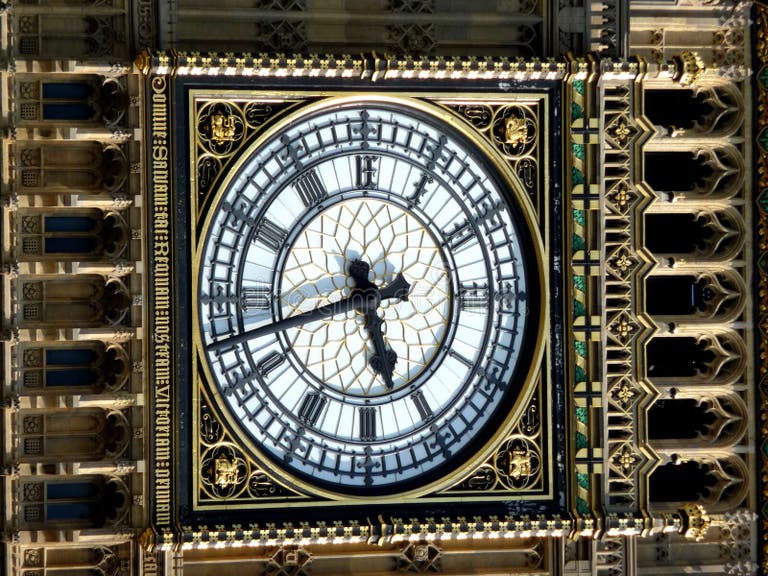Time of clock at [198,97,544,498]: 5:42
